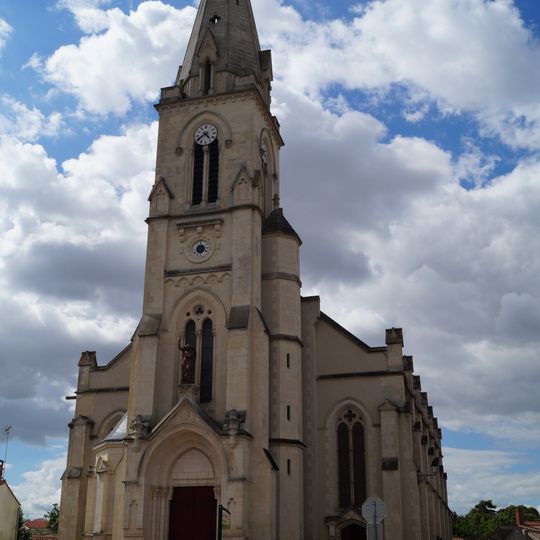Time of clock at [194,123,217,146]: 4:39
